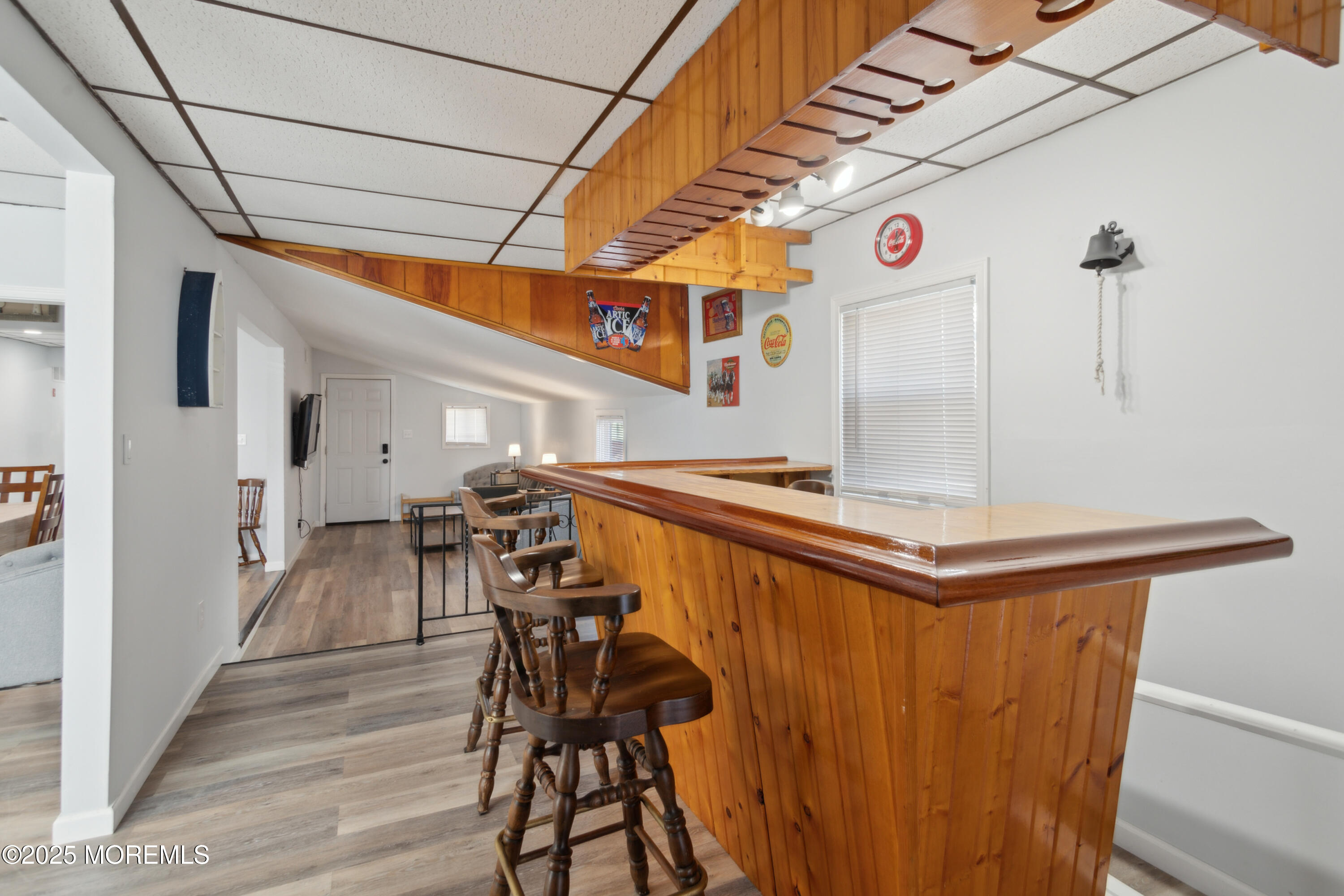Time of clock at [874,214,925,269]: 12:07
